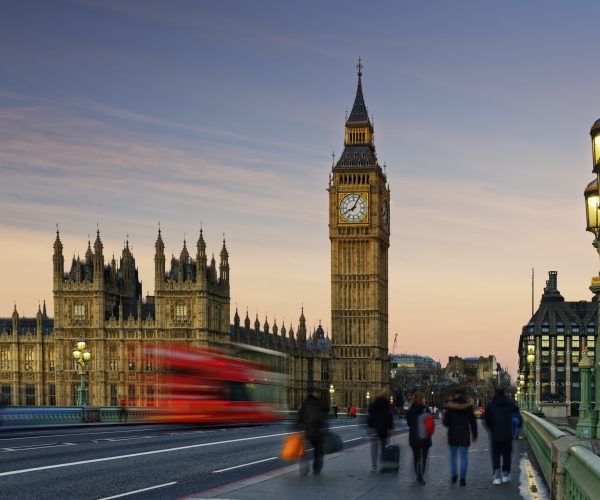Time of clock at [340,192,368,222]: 8:04
